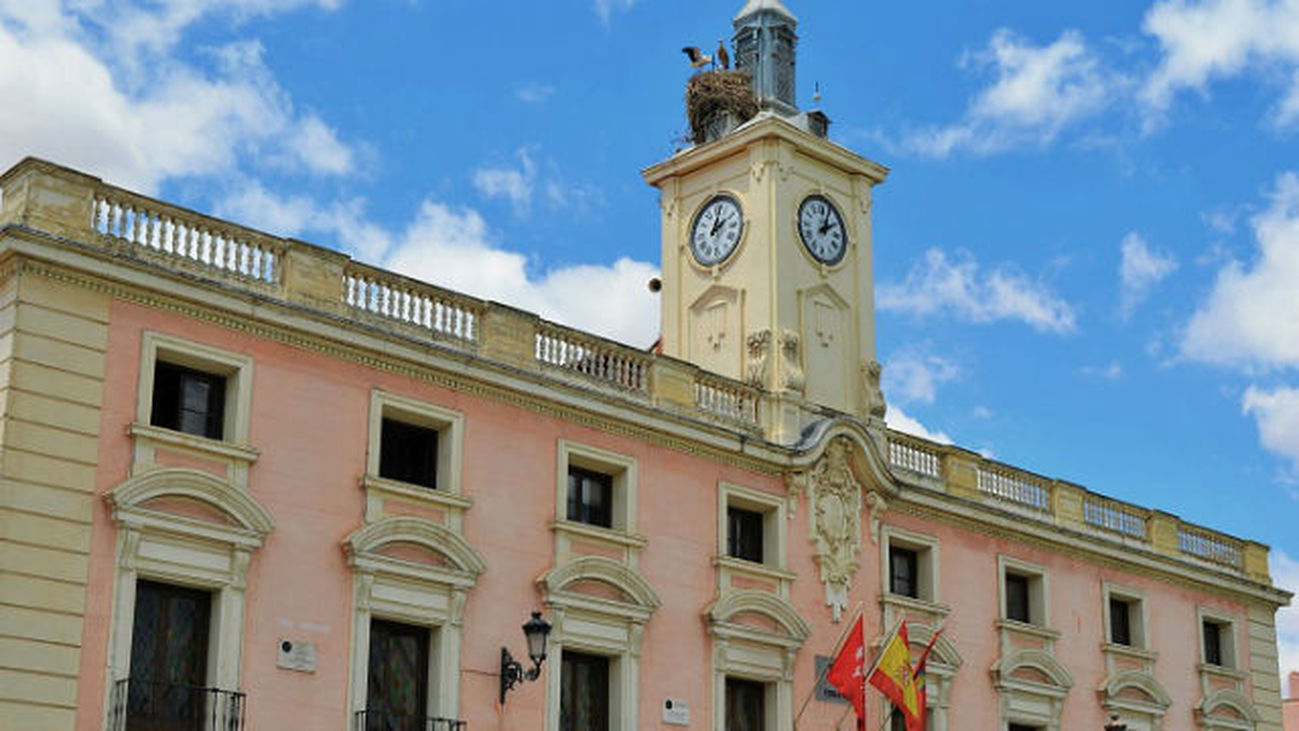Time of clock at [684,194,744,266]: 2:02
